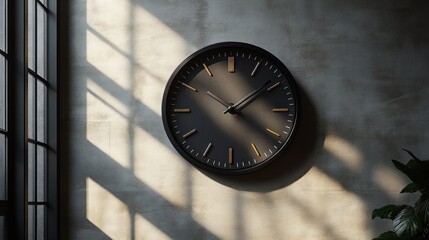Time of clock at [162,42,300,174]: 4:08
